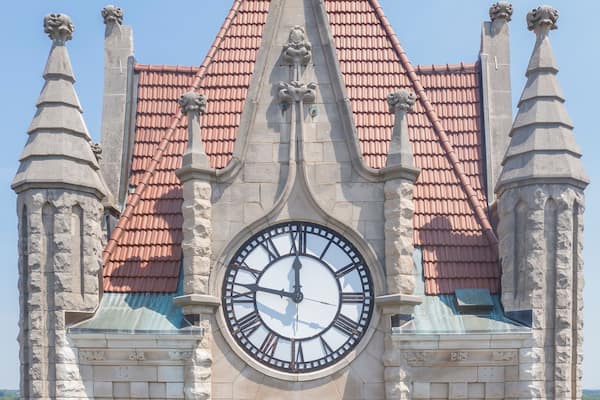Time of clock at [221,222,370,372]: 11:46
